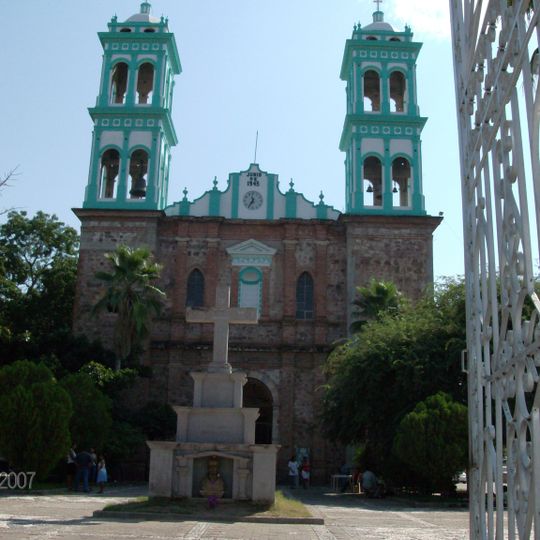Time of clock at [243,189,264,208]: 11:35
